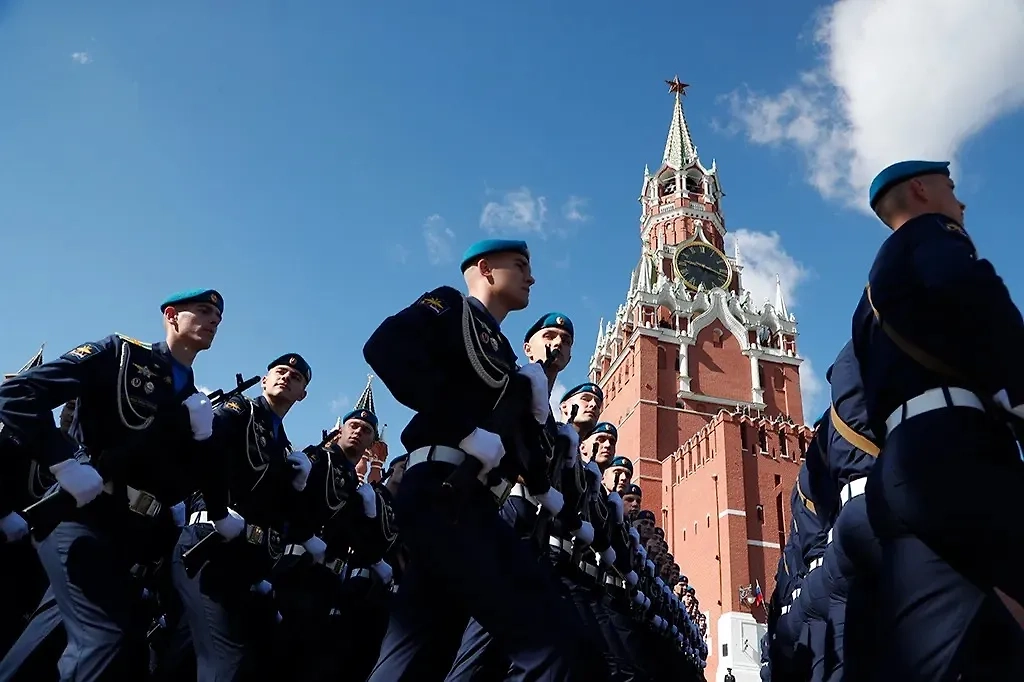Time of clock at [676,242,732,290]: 9:17
